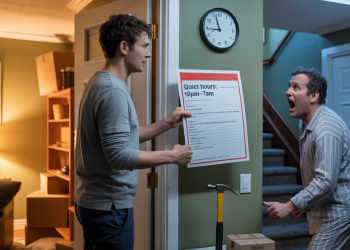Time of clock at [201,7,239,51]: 8:56
